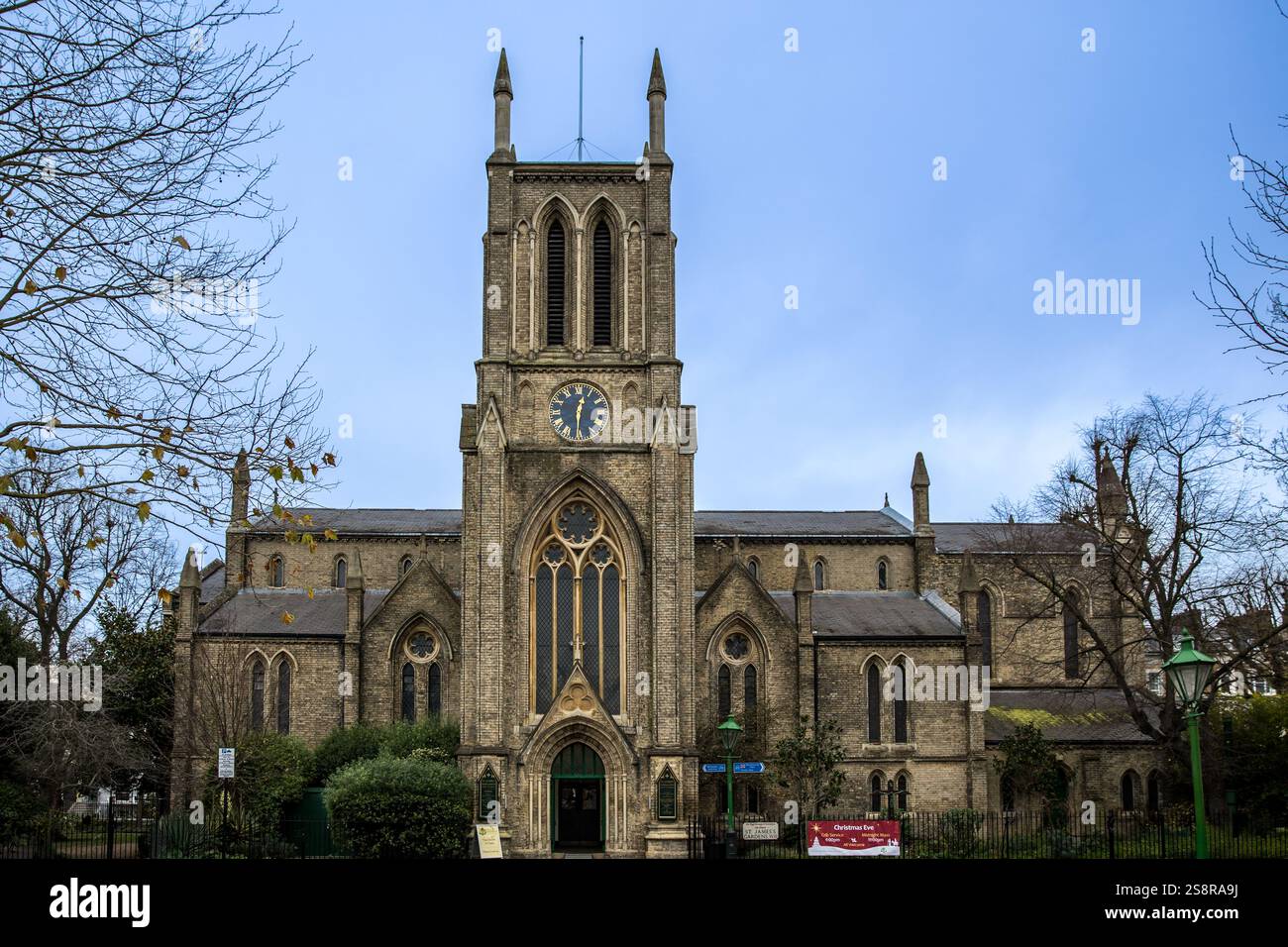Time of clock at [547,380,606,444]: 12:30
